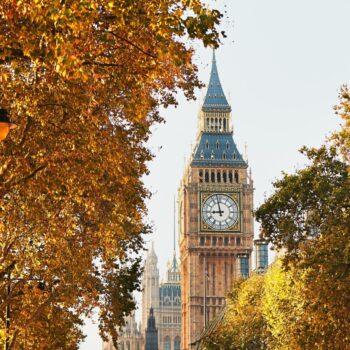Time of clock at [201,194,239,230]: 8:57
